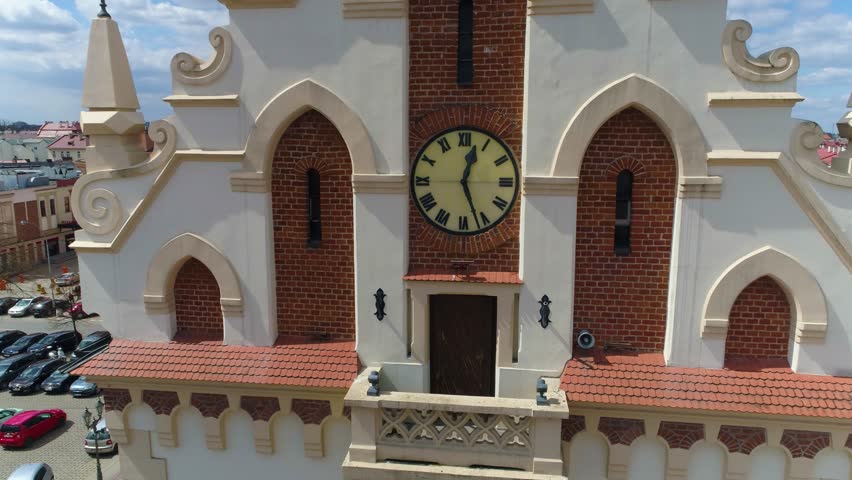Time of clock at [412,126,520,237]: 12:26
